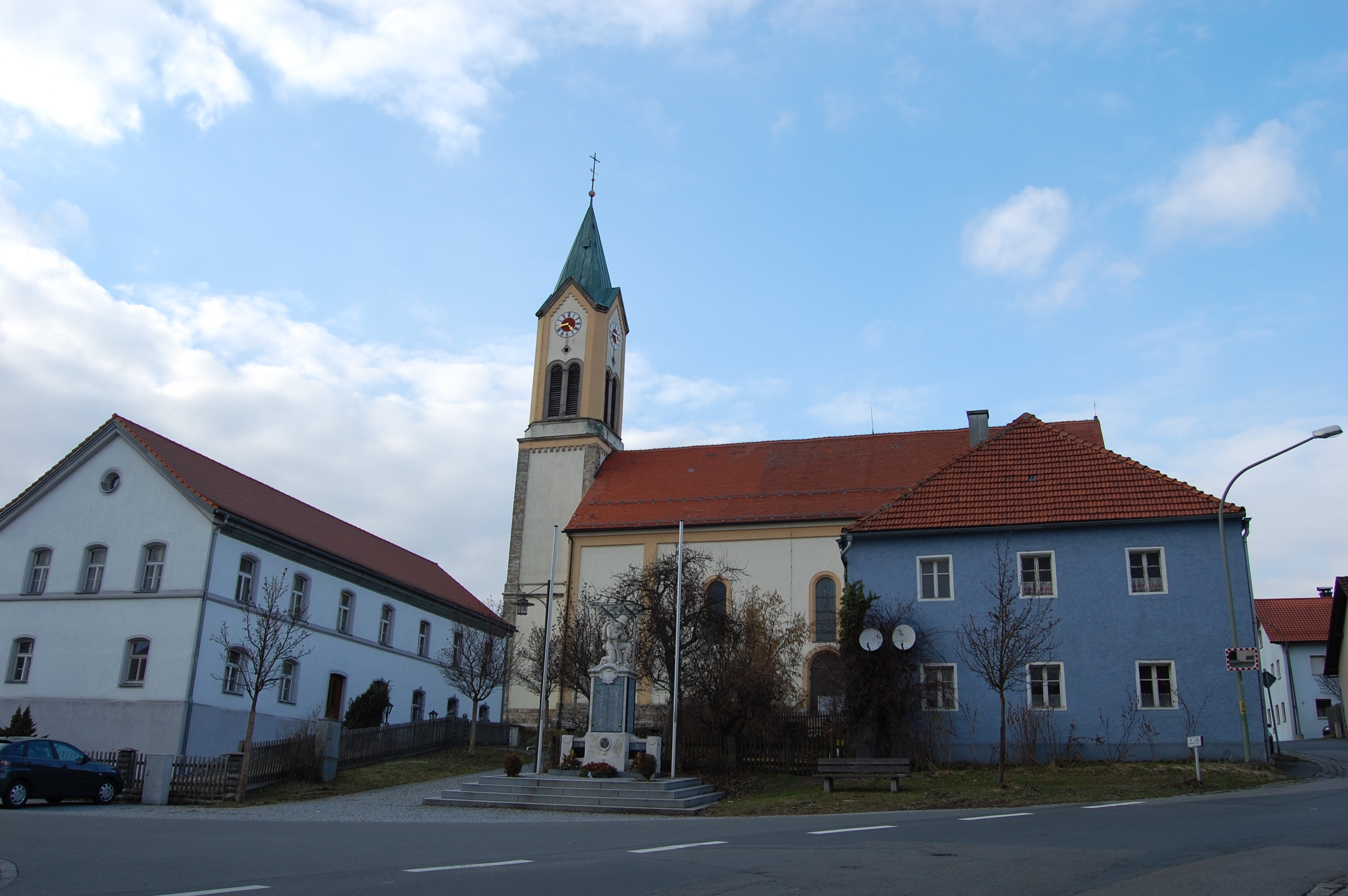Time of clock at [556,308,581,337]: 4:42
